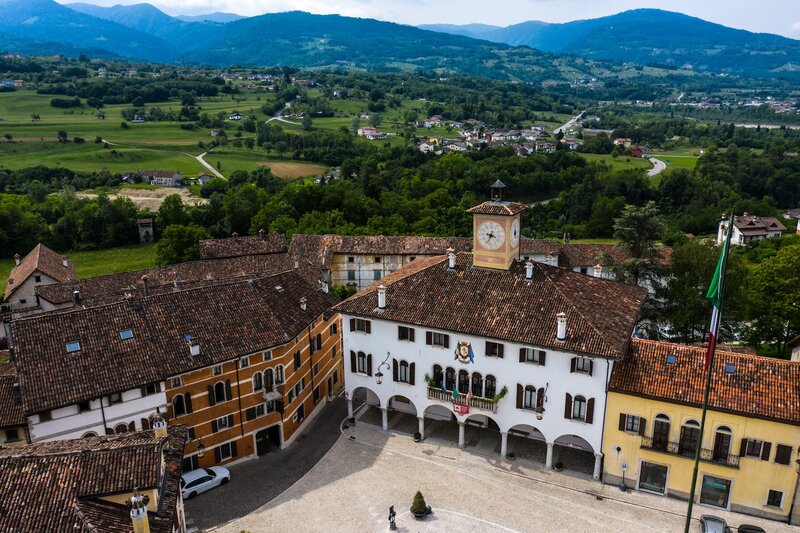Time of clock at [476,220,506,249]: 3:33
